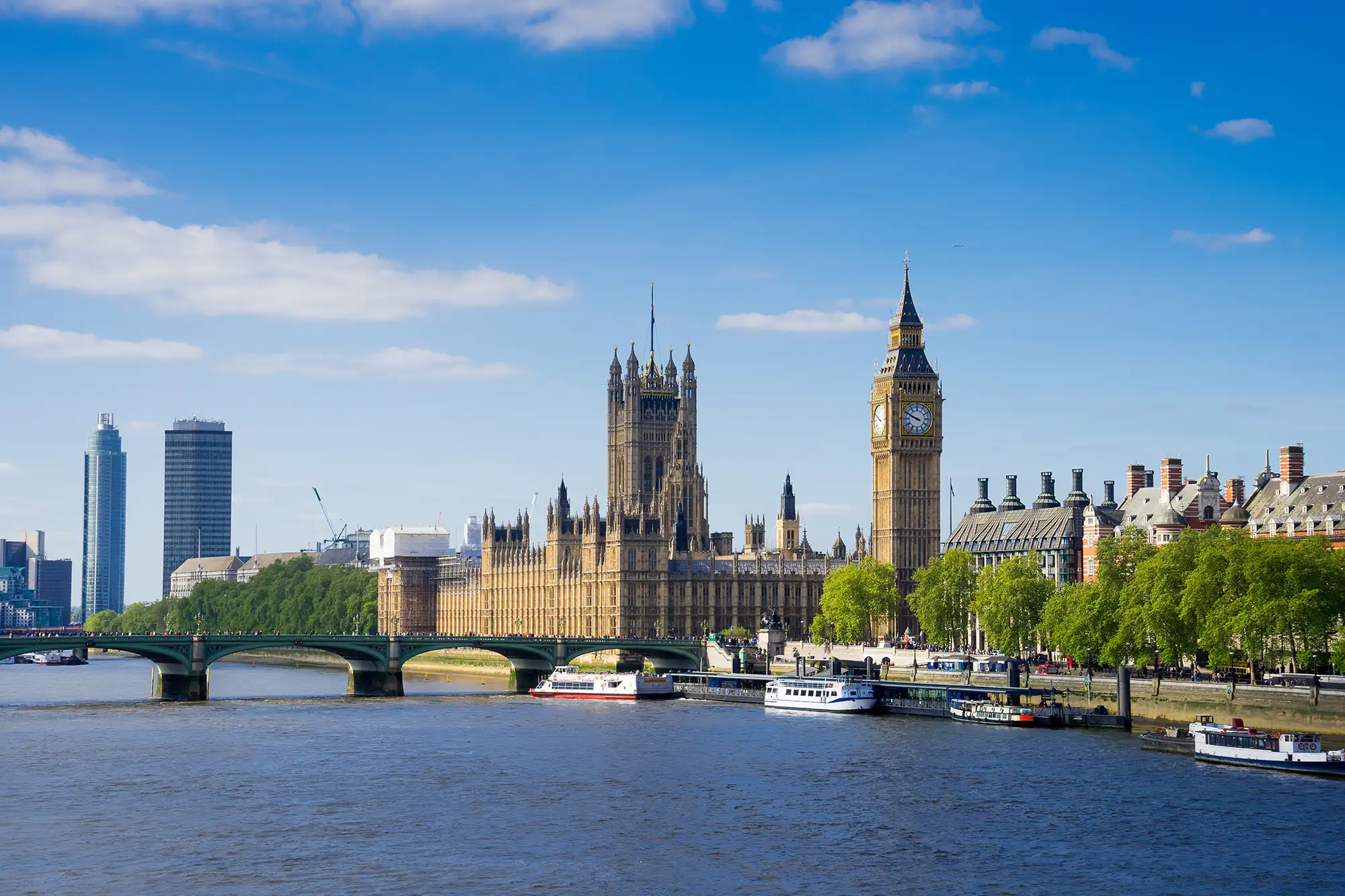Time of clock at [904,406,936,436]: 9:49
